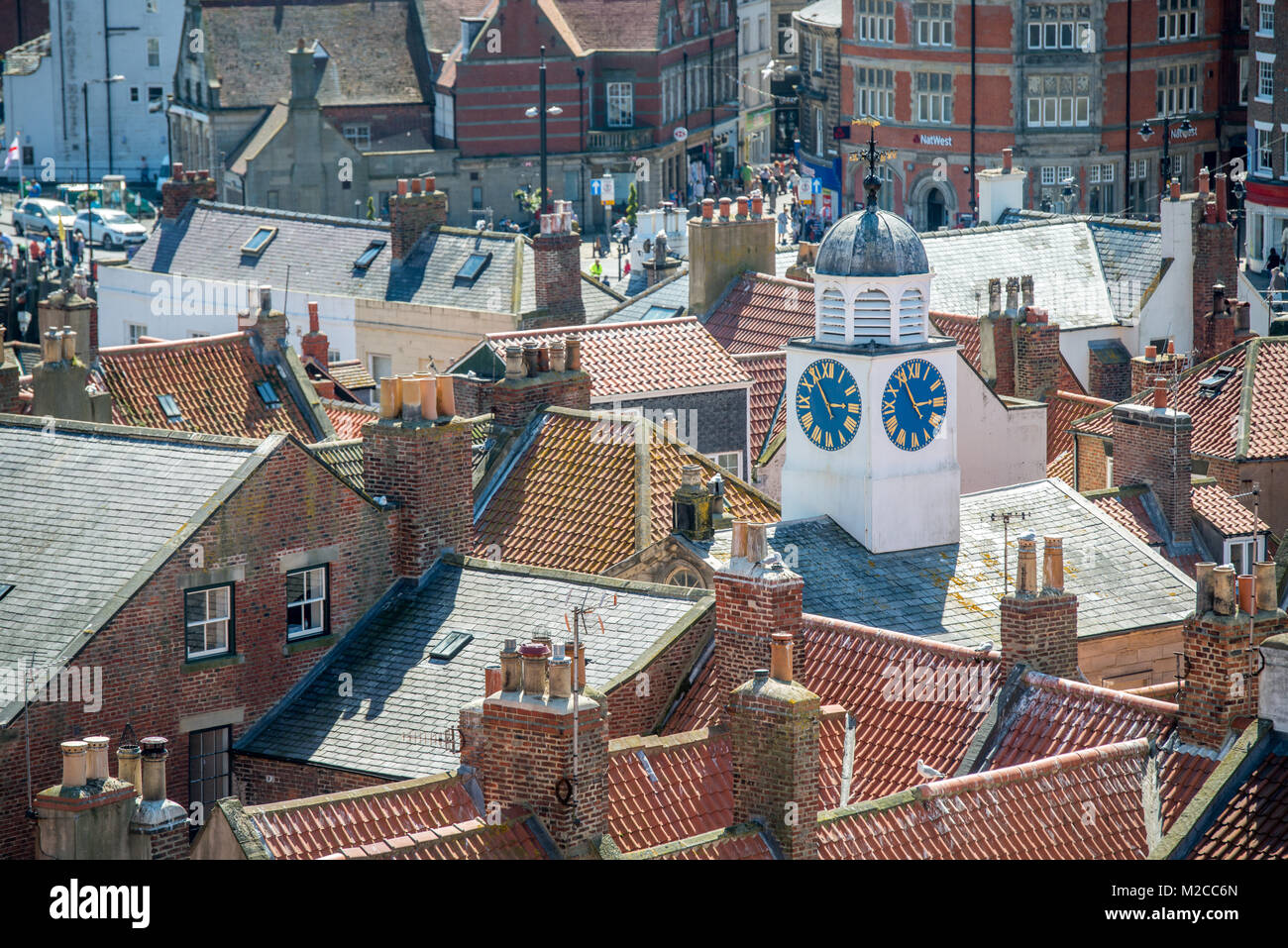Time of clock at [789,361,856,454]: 2:54
